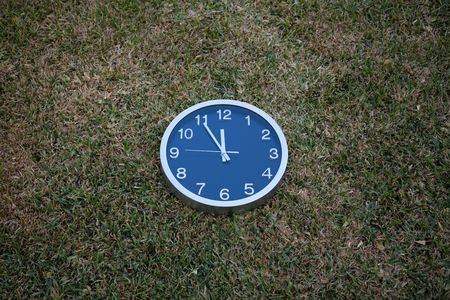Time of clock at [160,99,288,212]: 11:54
